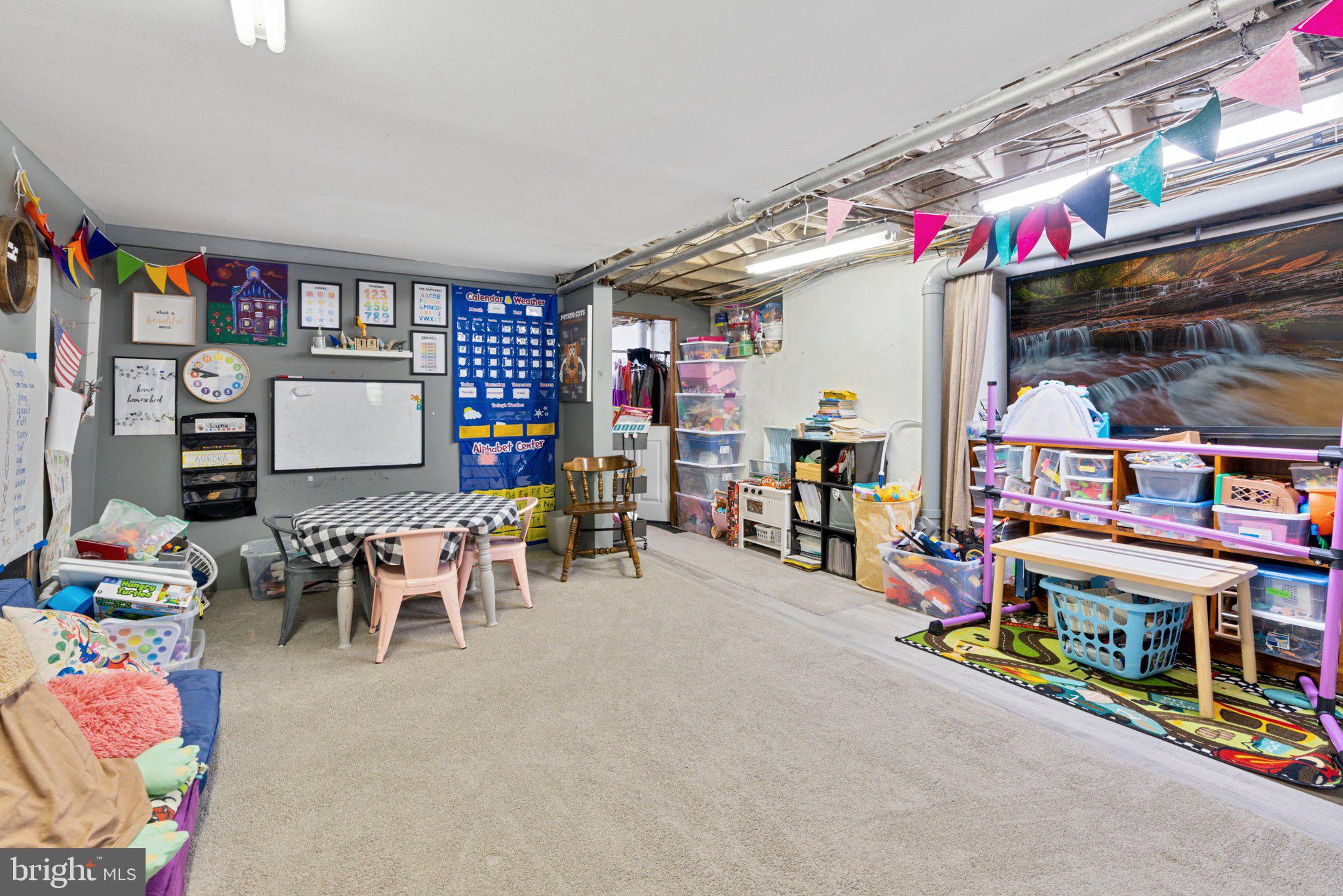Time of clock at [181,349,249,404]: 8:47
